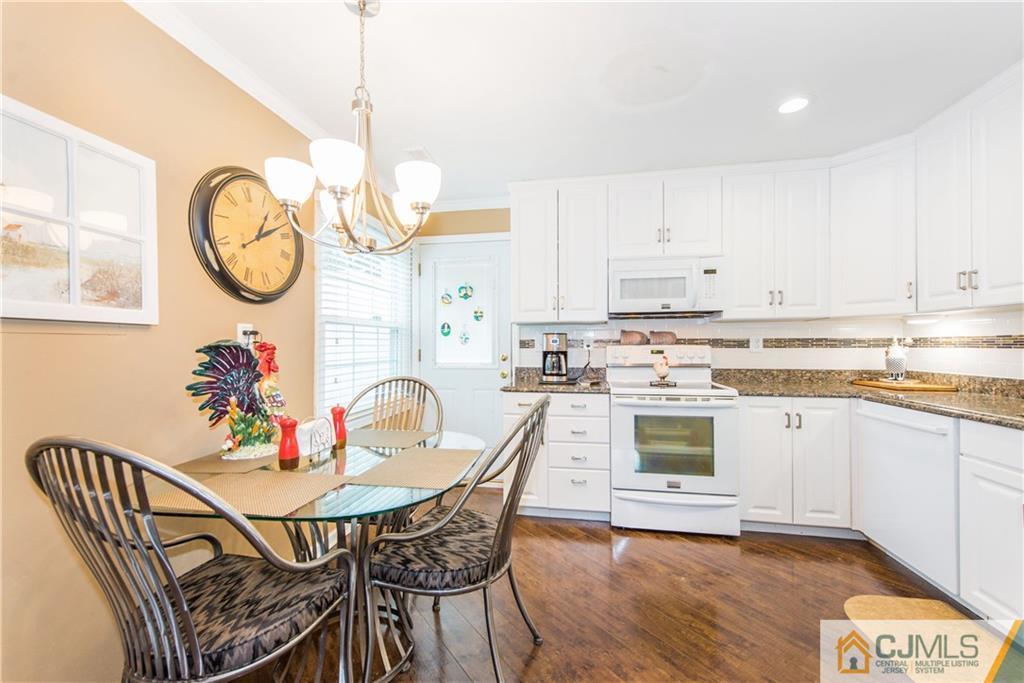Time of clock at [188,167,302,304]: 1:12
